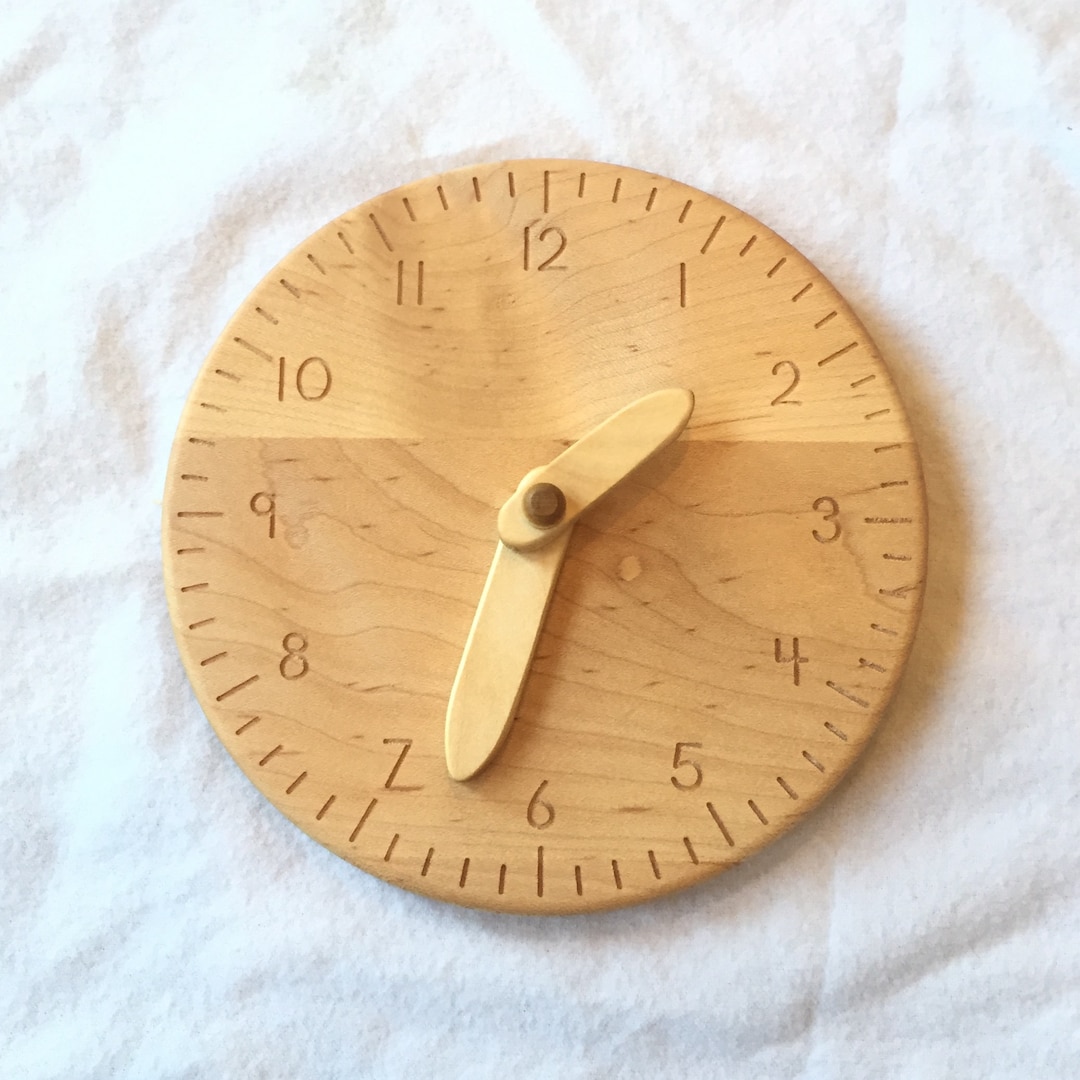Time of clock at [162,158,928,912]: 1:32
